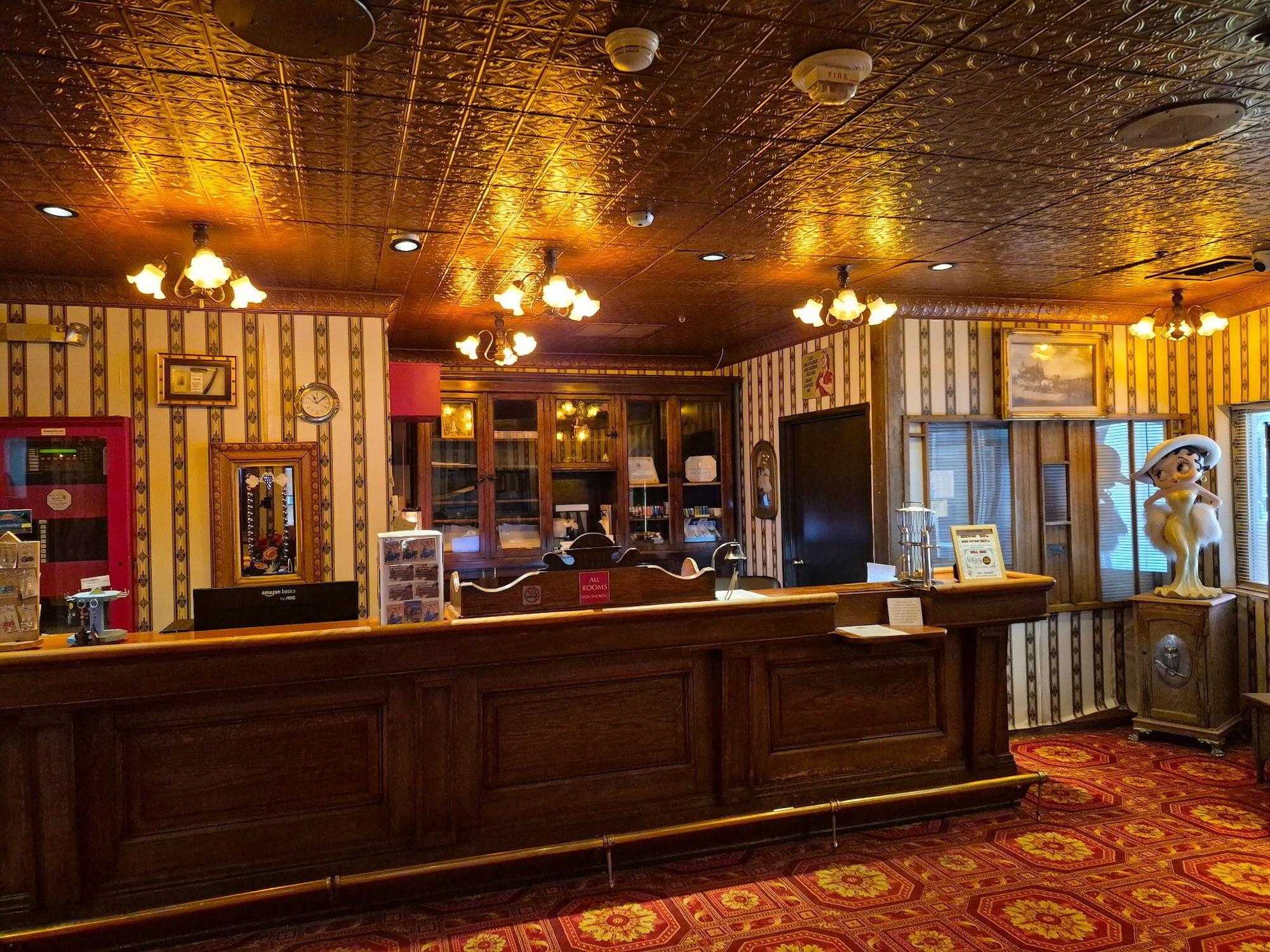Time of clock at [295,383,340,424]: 11:08
